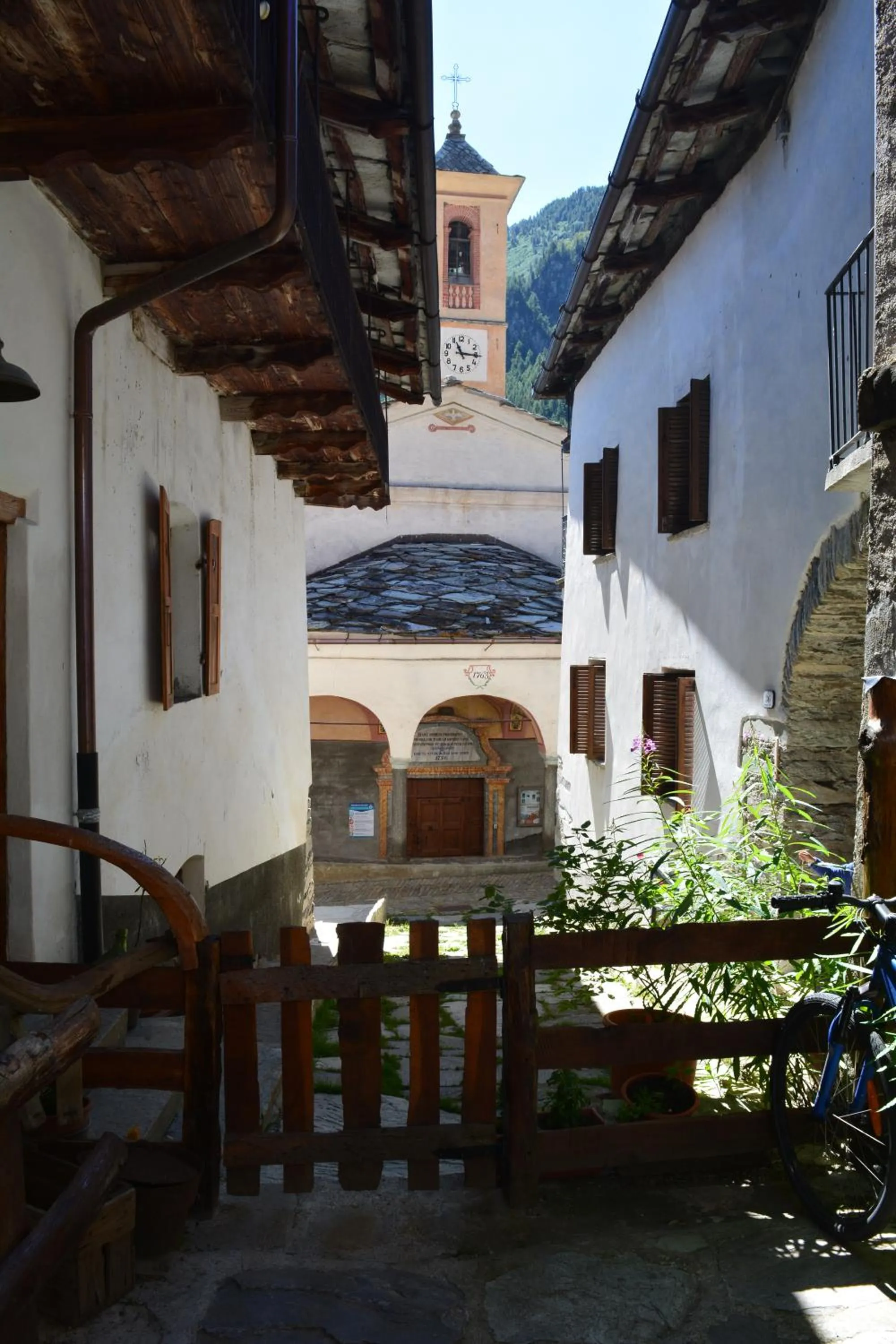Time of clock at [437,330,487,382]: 11:15
